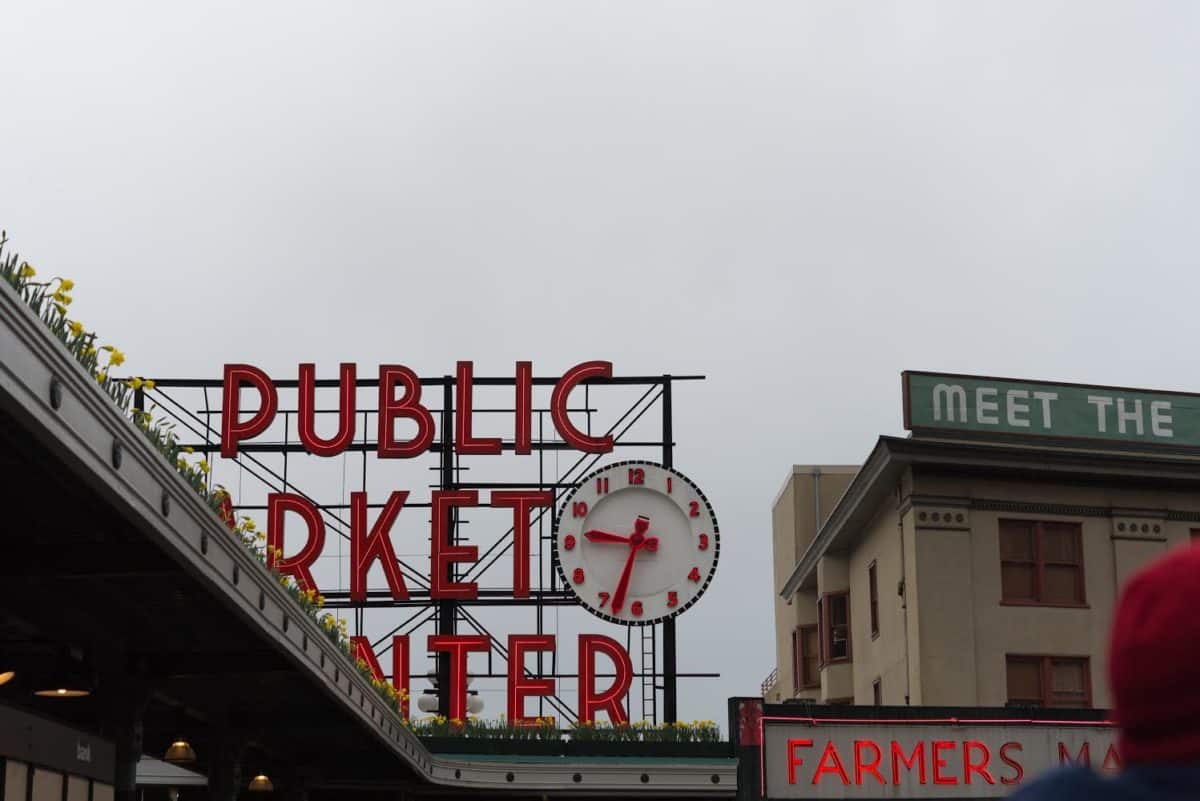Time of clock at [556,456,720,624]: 9:33
